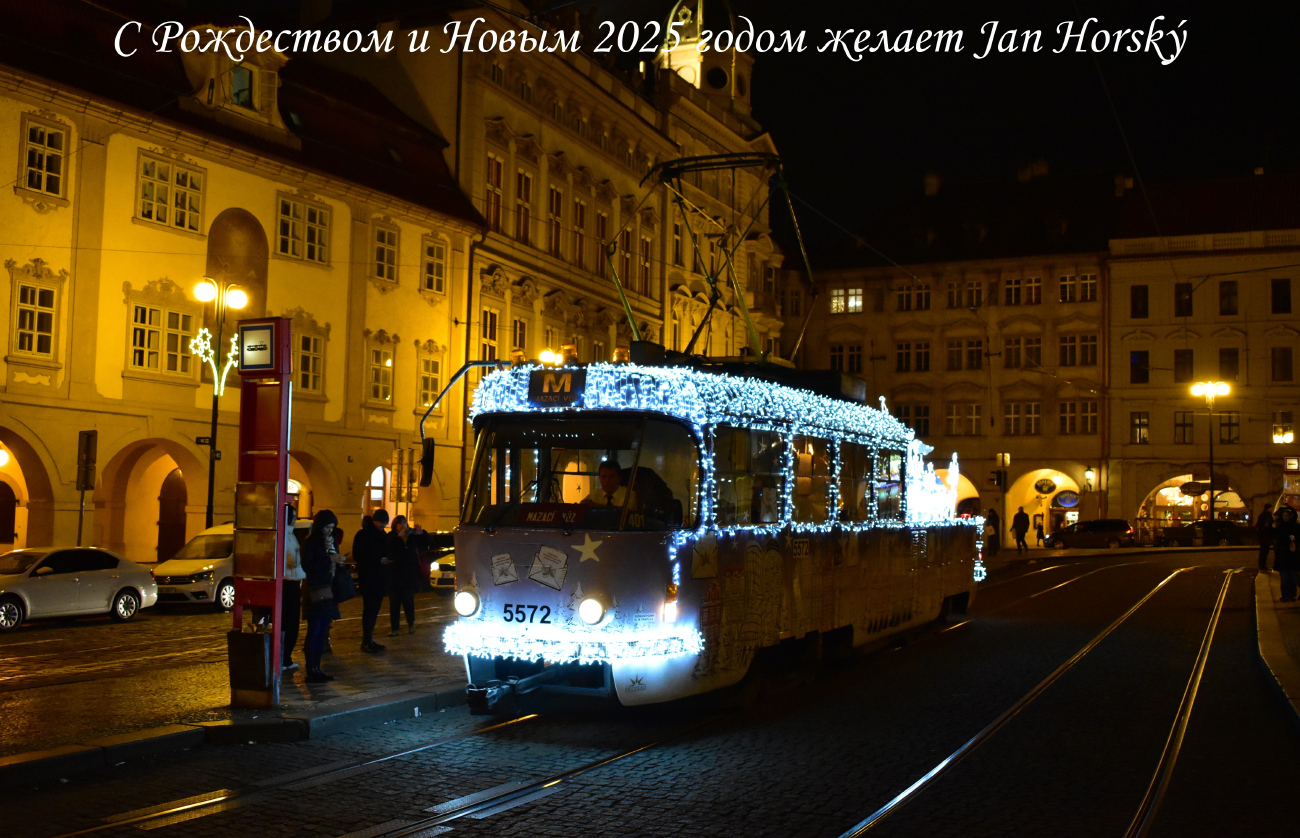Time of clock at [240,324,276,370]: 3:13
